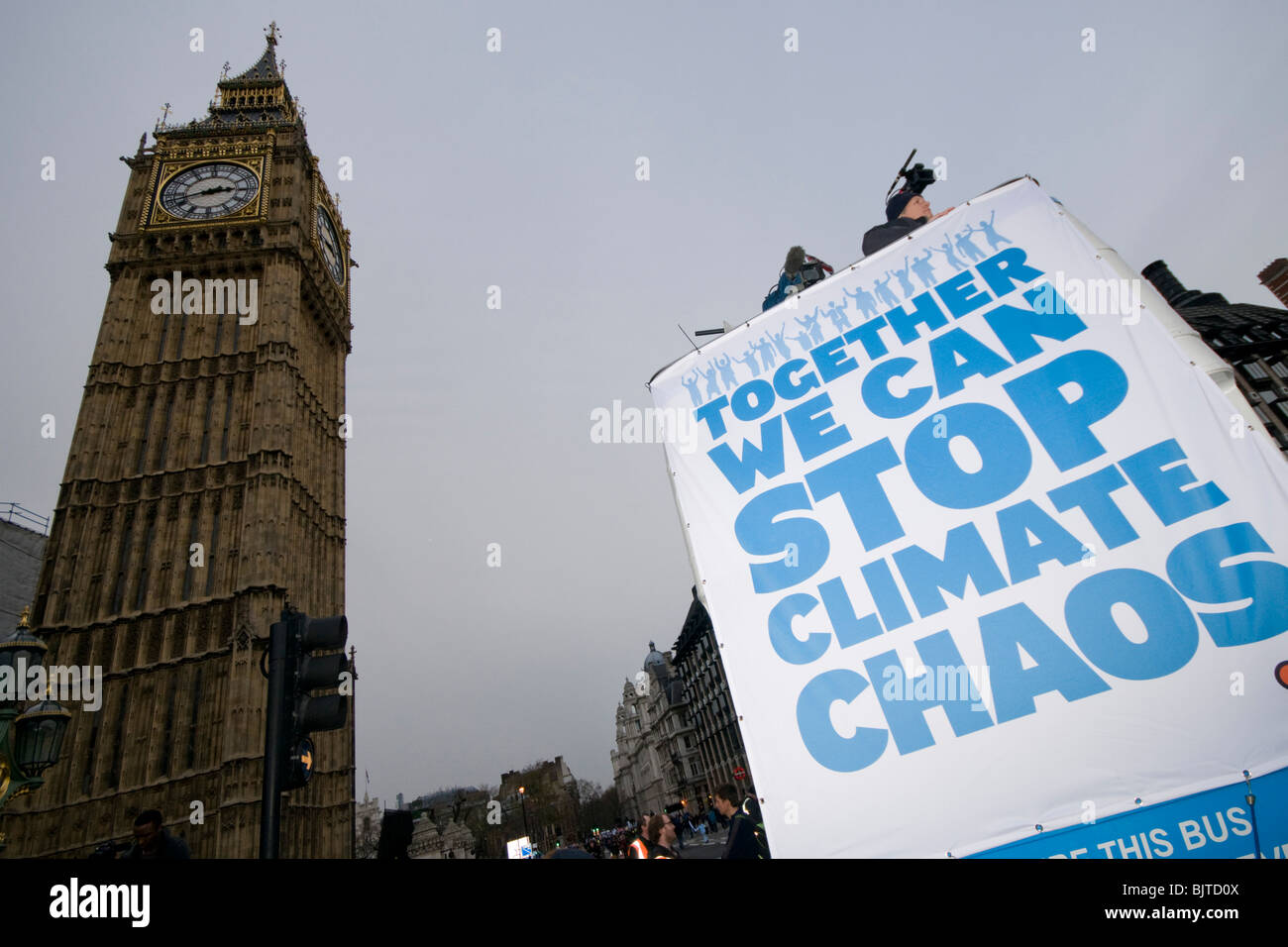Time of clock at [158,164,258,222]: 2:42
